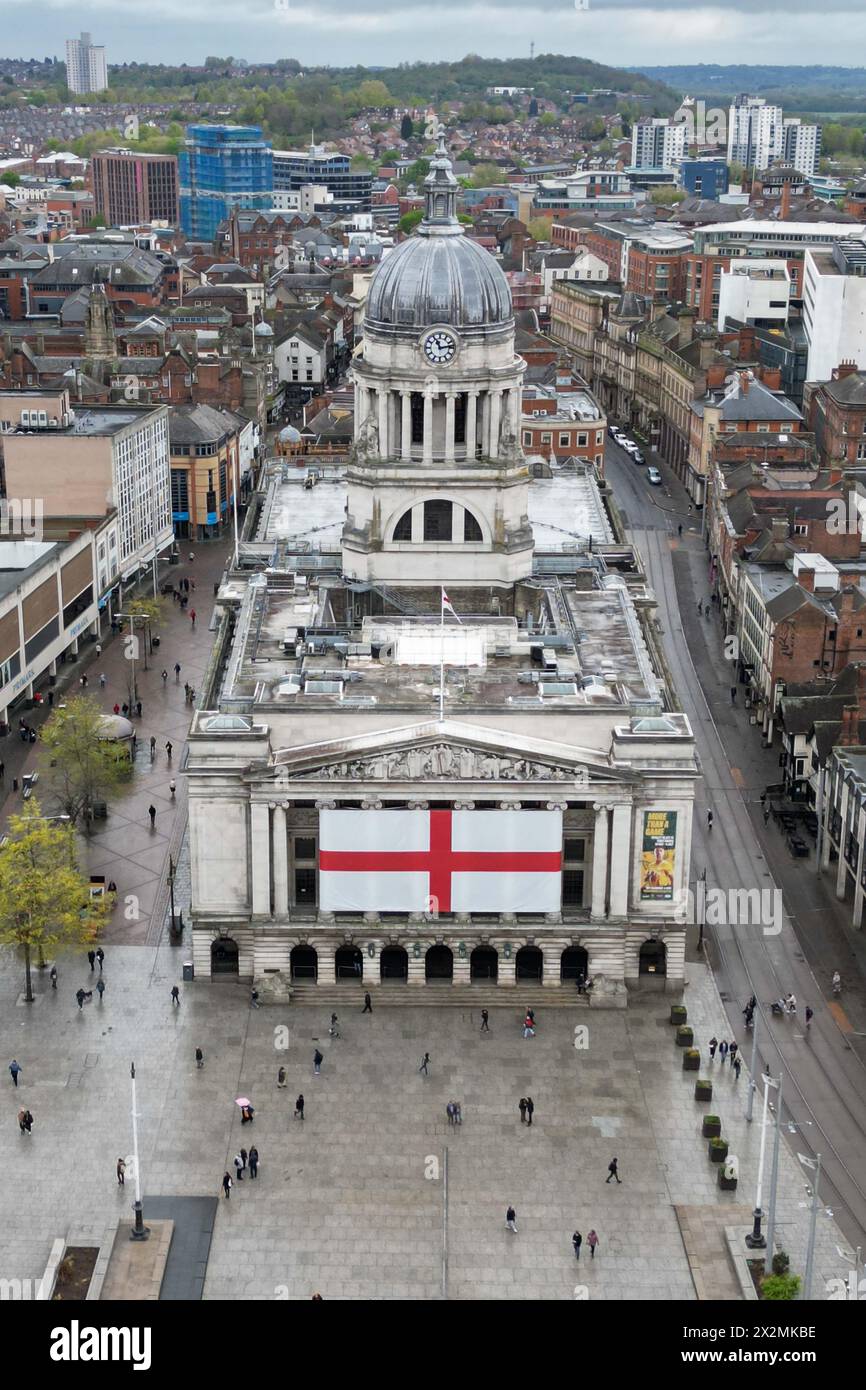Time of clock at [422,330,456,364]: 11:13
